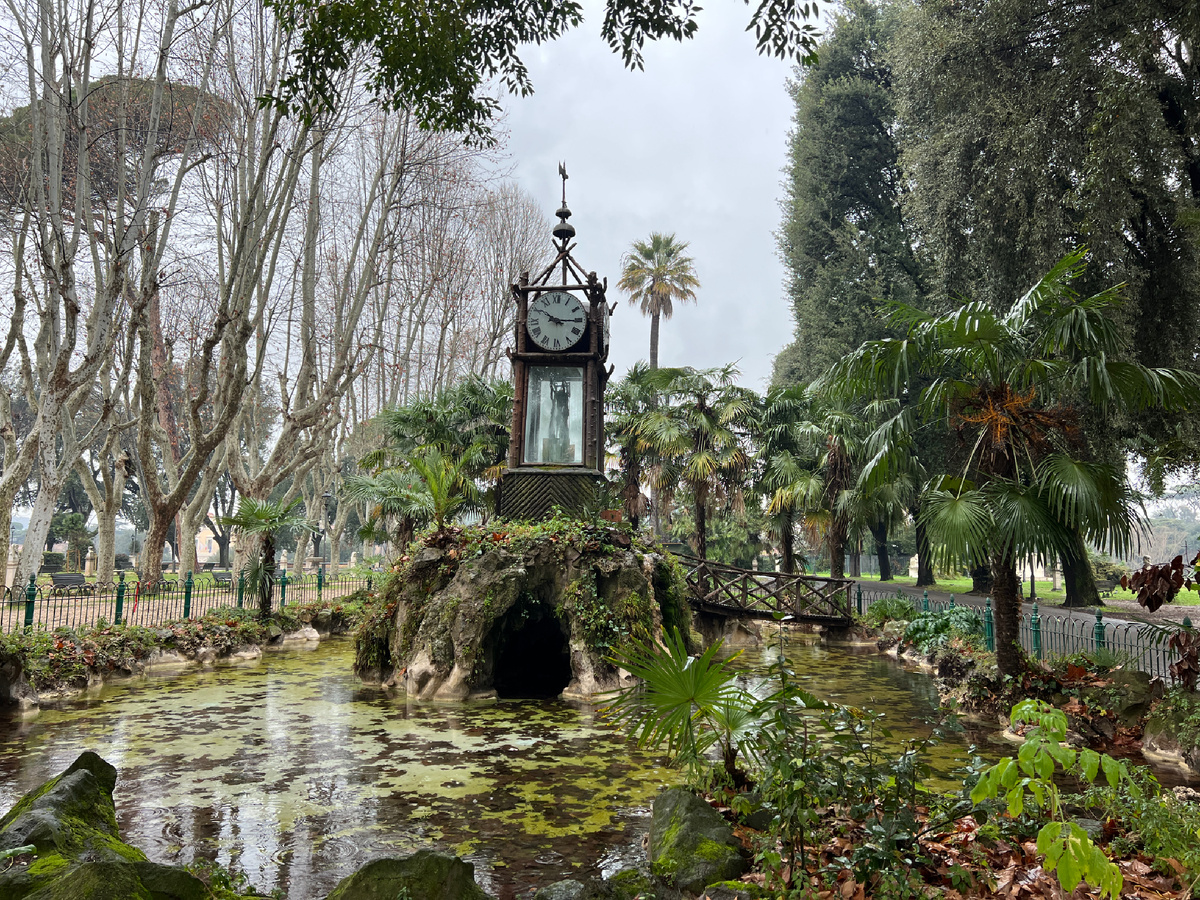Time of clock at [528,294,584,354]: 10:15
